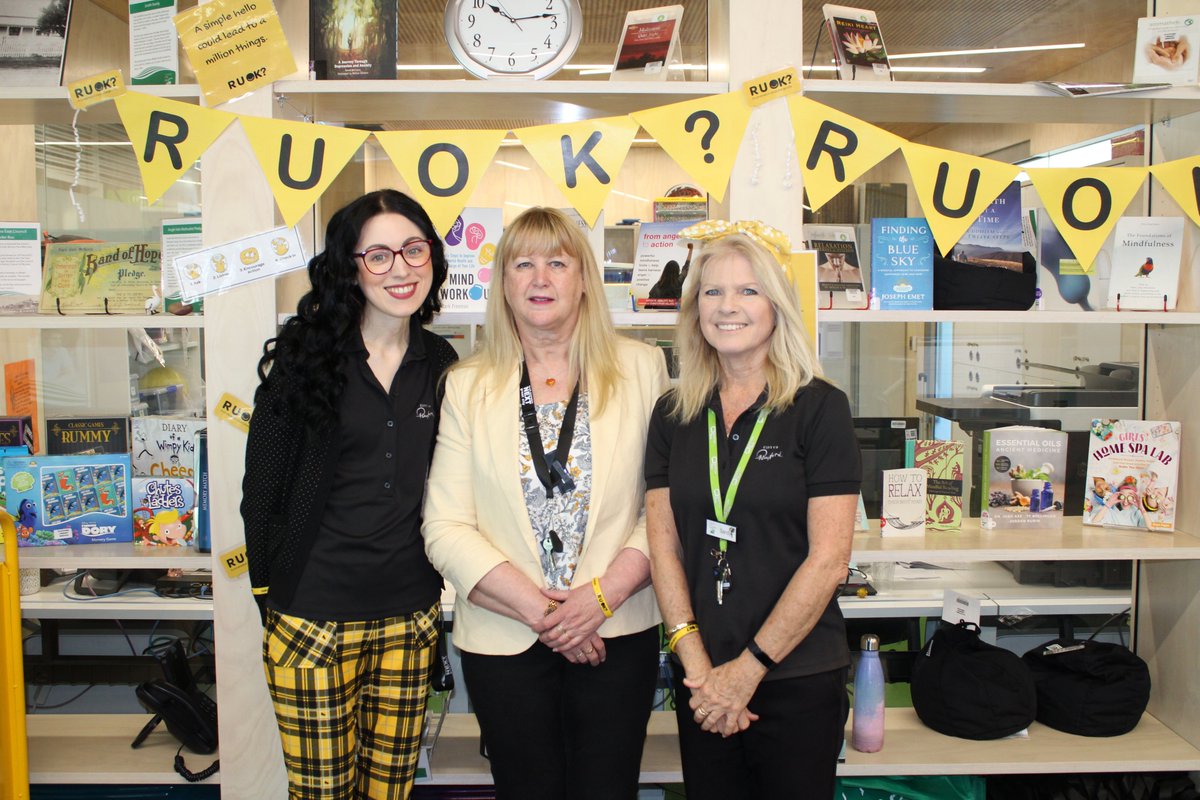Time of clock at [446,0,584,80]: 10:13
